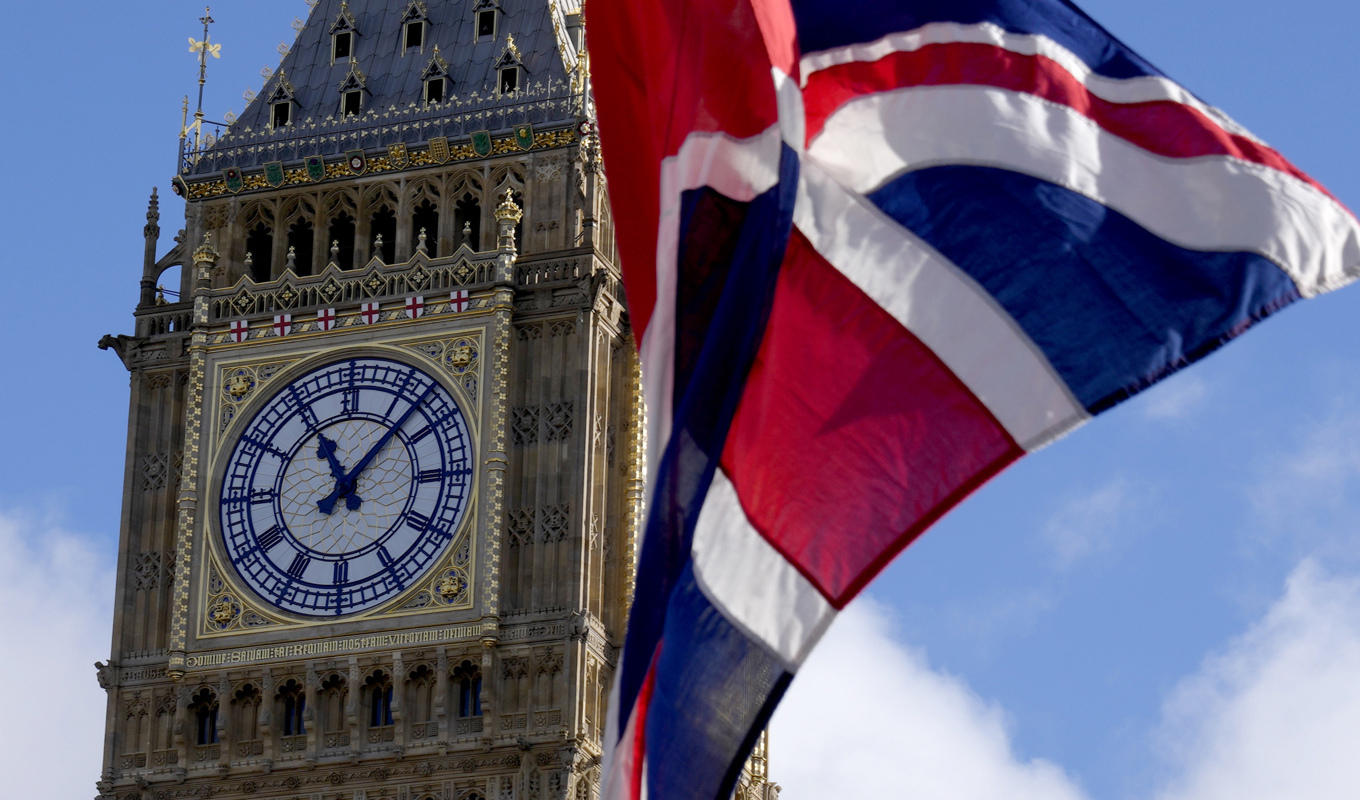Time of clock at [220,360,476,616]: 11:07
